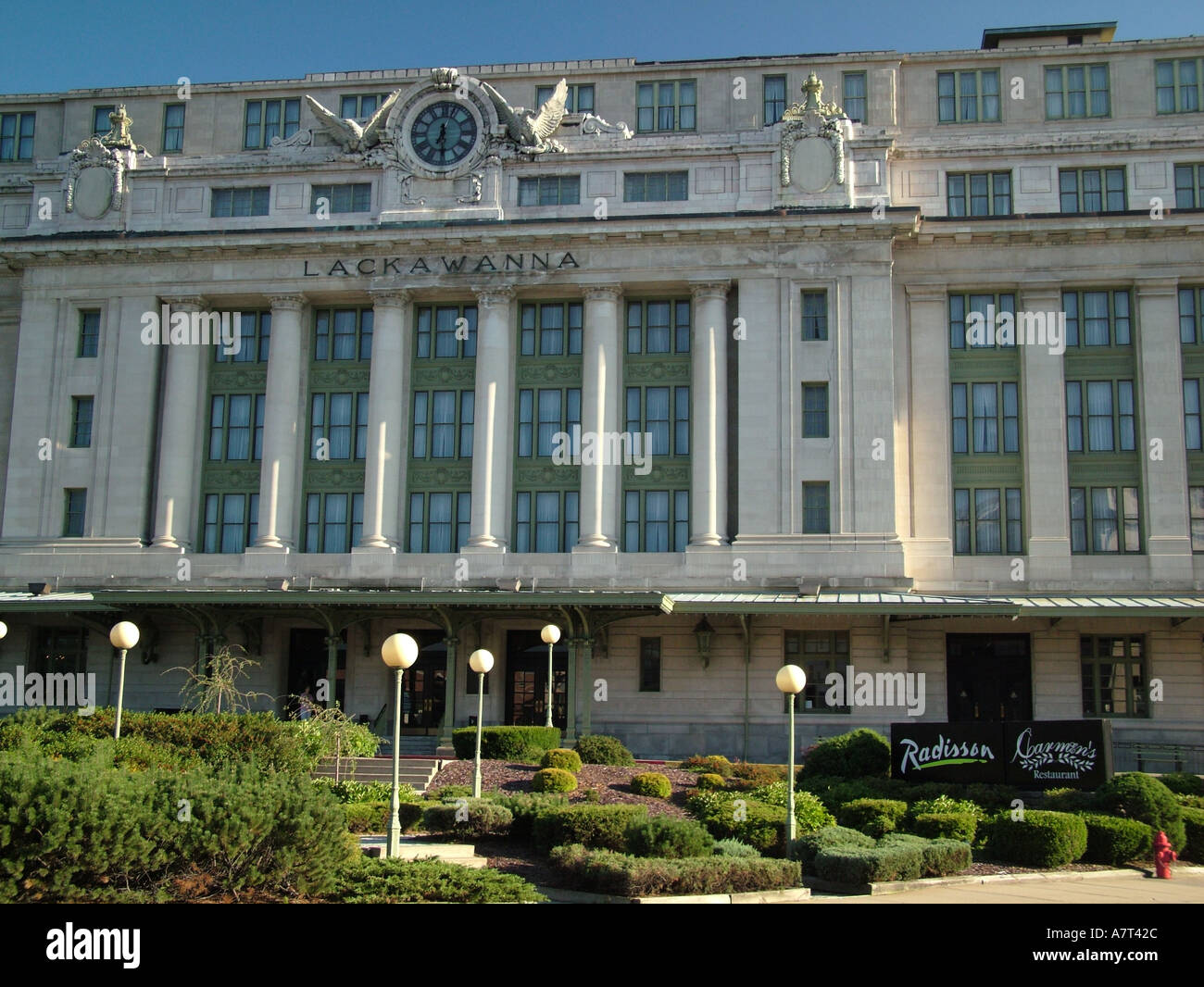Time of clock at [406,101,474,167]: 6:29
